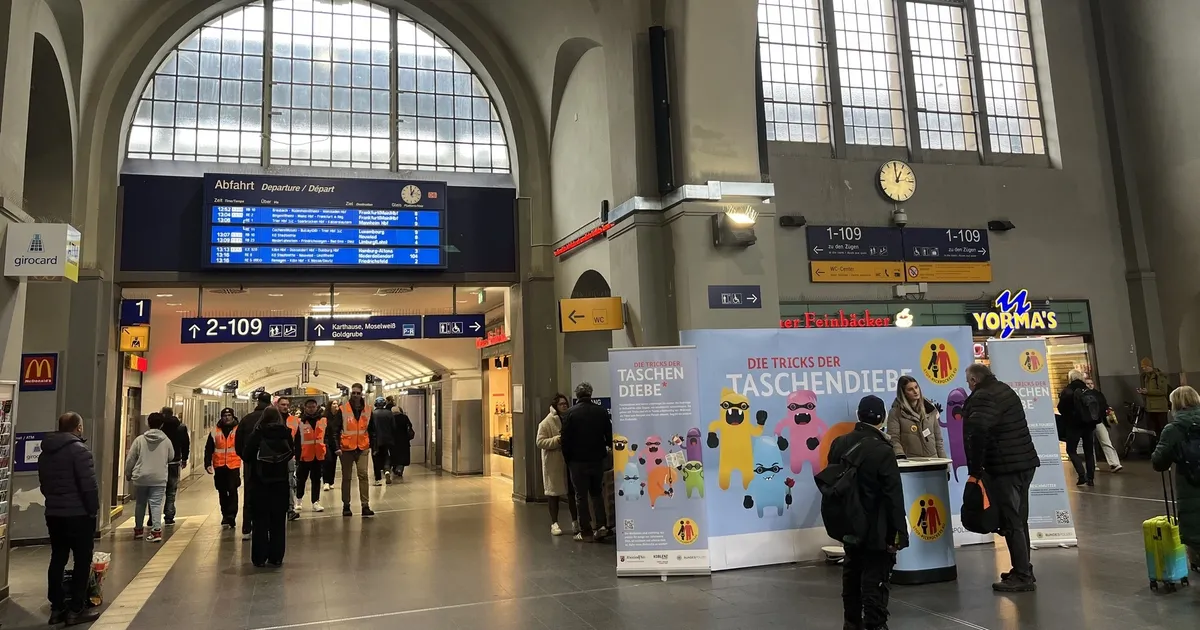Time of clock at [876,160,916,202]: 12:59
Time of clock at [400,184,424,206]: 12:59
